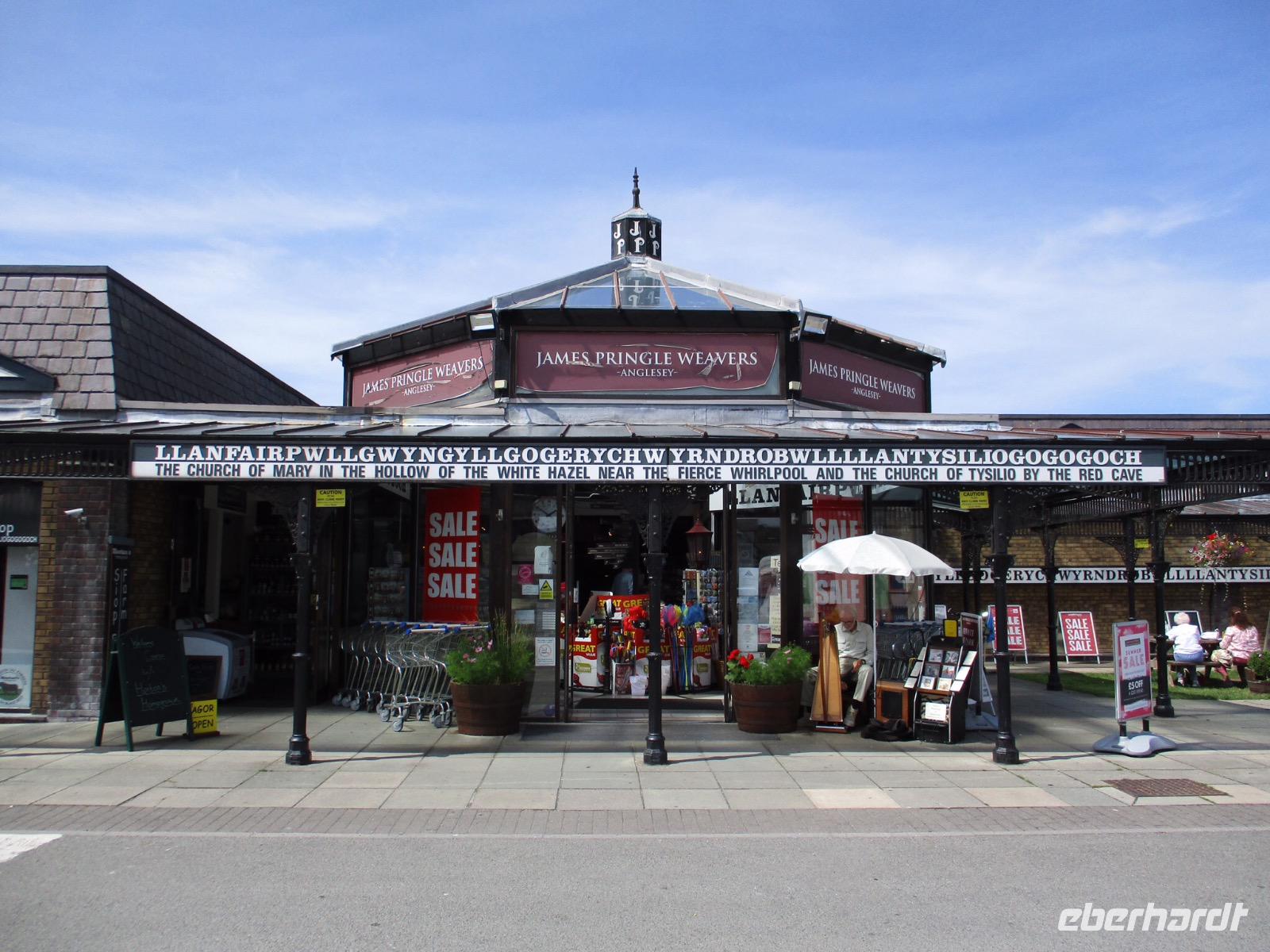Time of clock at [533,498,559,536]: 1:50
